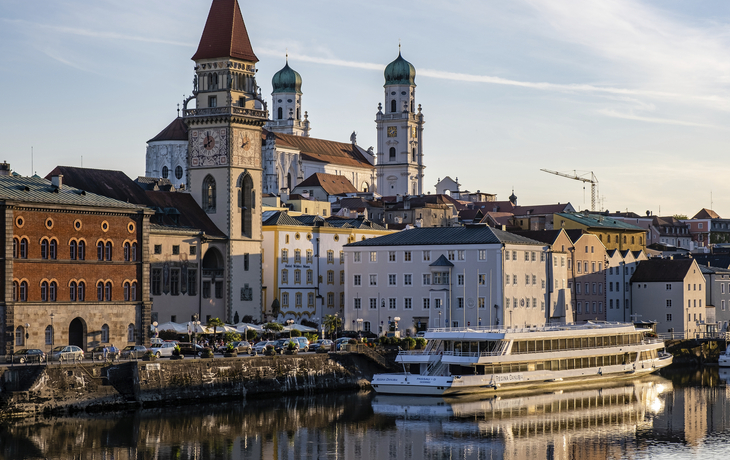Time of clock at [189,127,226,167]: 7:59
